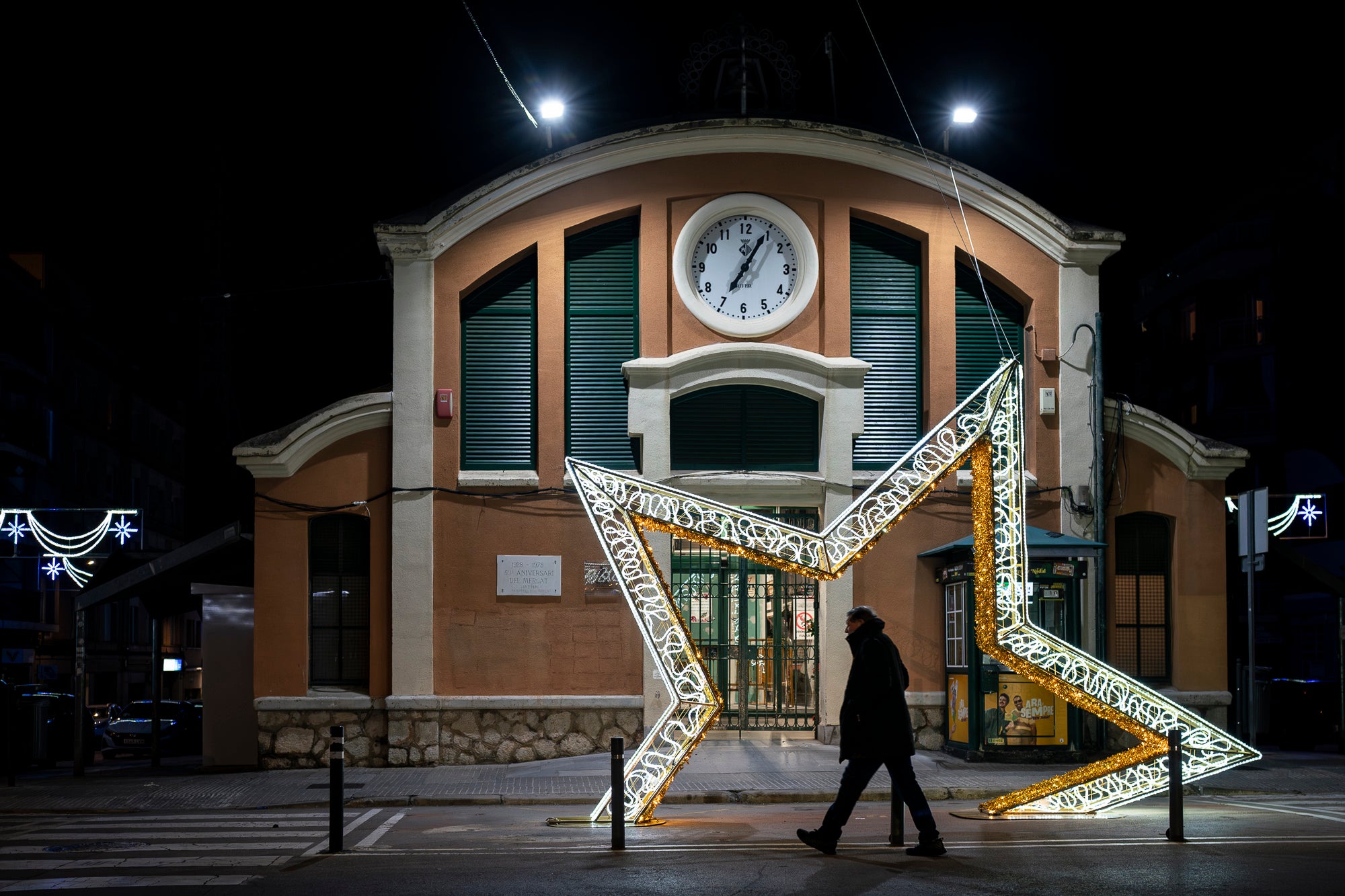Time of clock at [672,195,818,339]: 7:04
